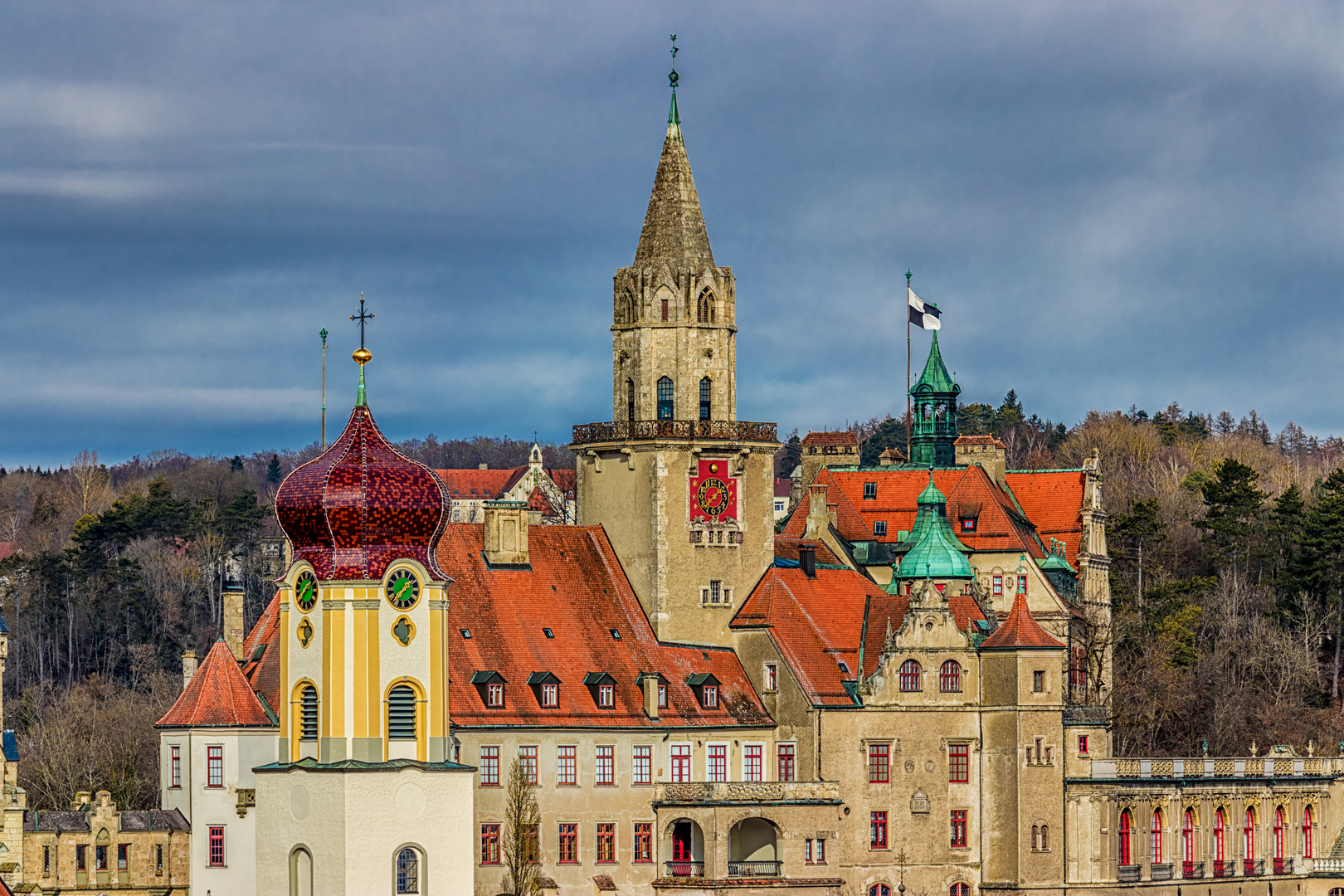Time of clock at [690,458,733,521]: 1:37
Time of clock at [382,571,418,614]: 1:37
